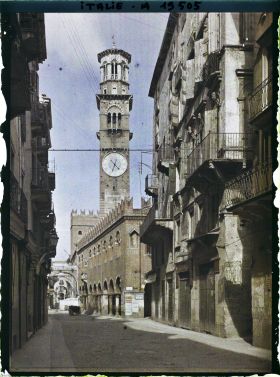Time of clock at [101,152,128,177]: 4:33
